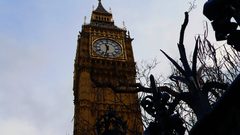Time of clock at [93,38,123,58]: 11:32
